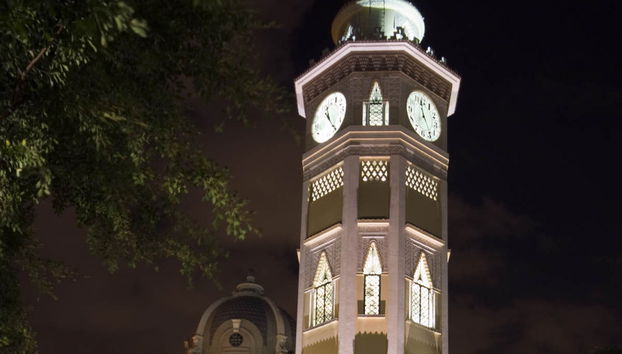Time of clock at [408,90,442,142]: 11:25
